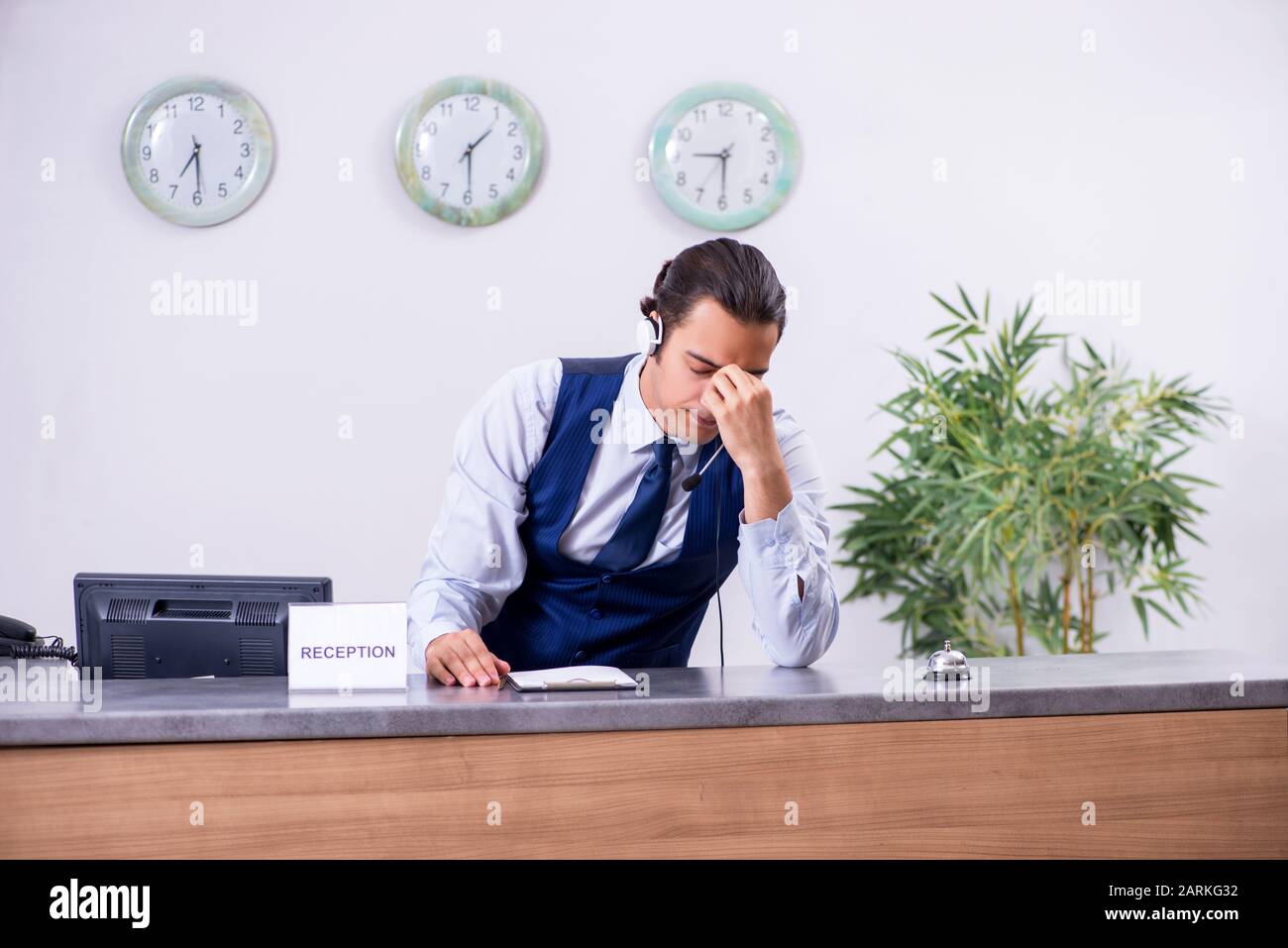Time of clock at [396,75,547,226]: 1:29
